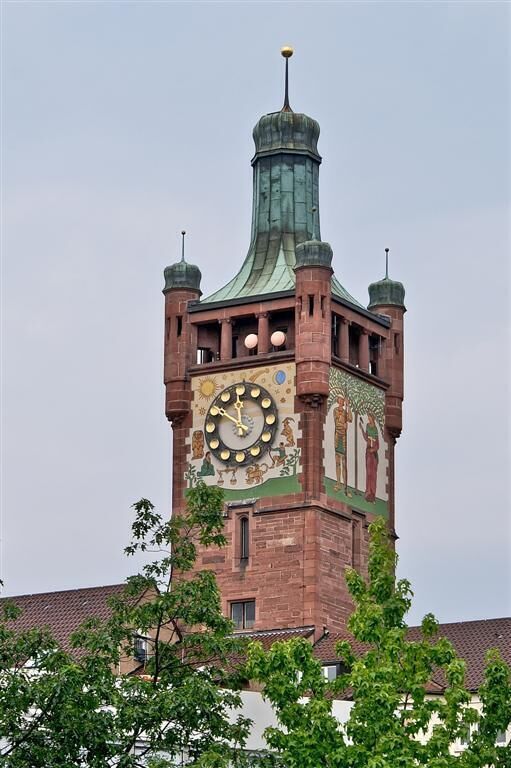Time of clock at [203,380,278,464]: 11:50
